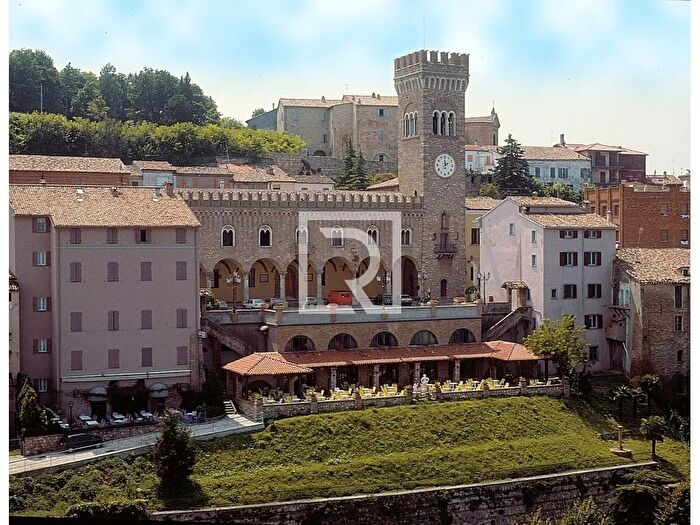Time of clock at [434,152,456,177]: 1:59
